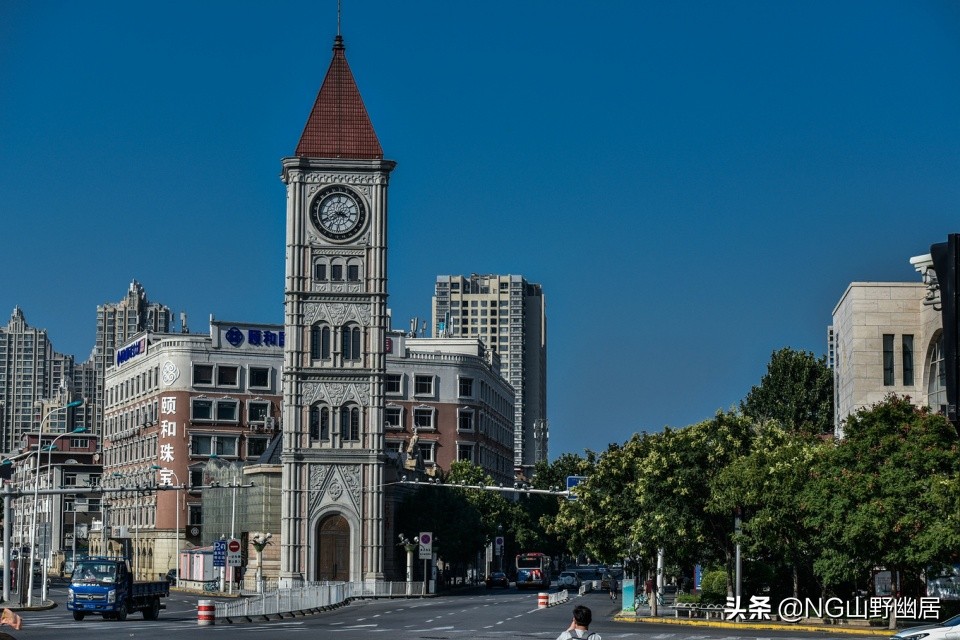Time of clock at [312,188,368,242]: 3:40
